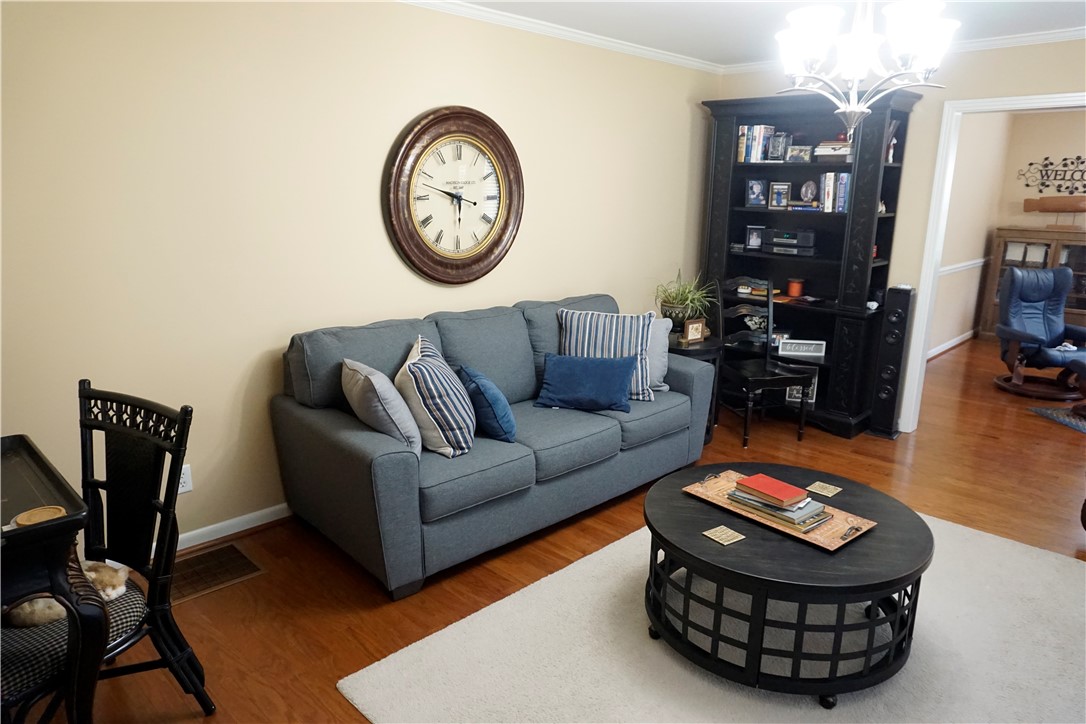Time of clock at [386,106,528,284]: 5:47
